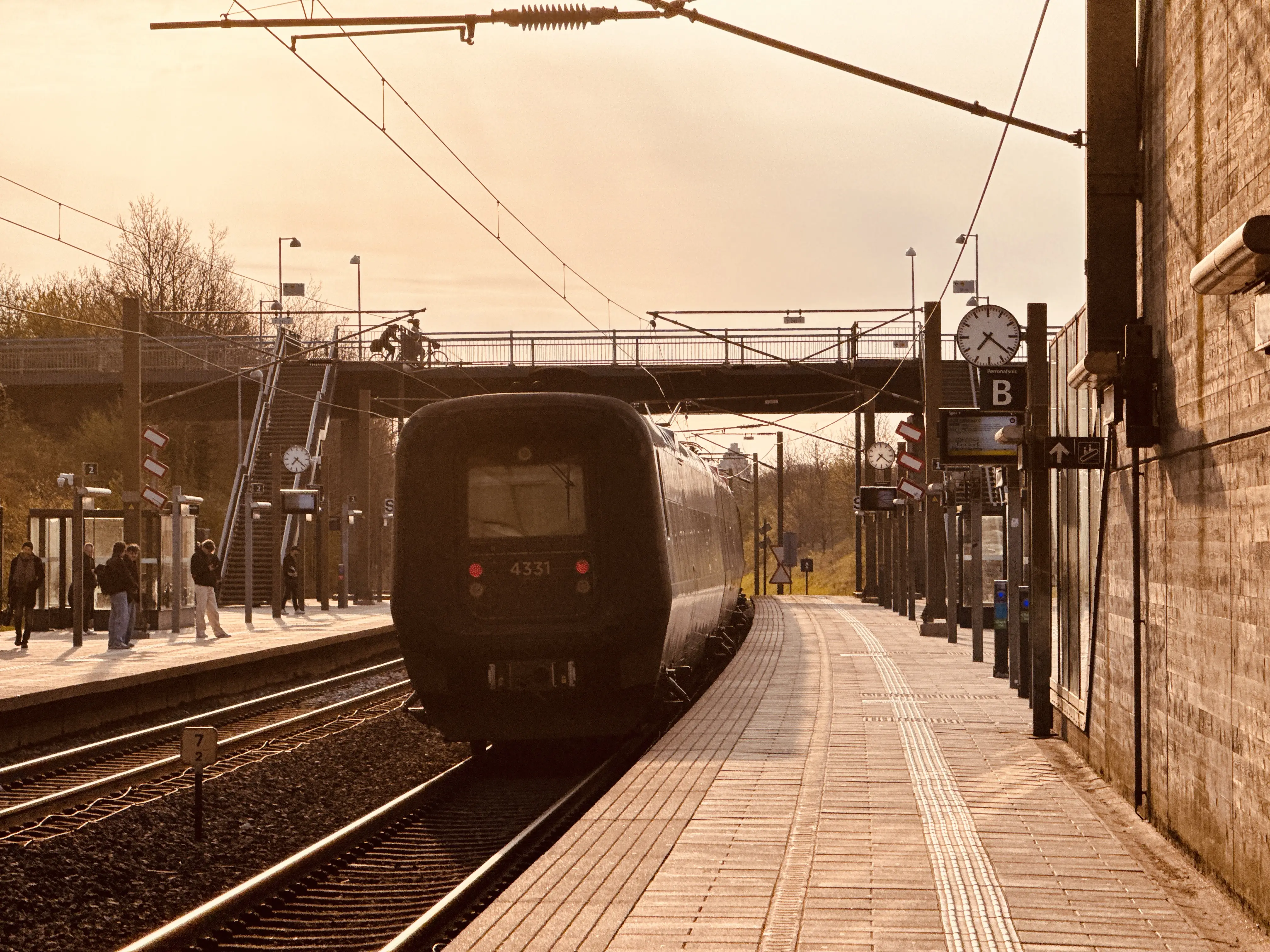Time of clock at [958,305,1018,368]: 7:21
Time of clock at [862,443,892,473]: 7:21
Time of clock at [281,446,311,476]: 7:21
